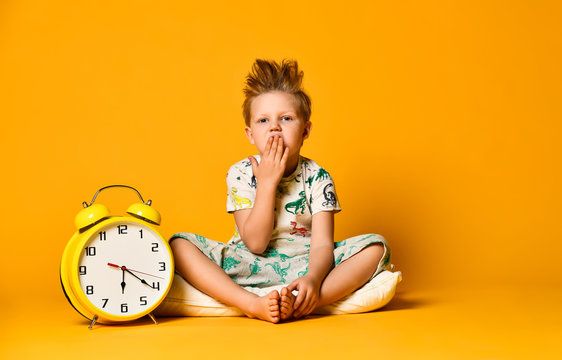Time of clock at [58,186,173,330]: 6:20
